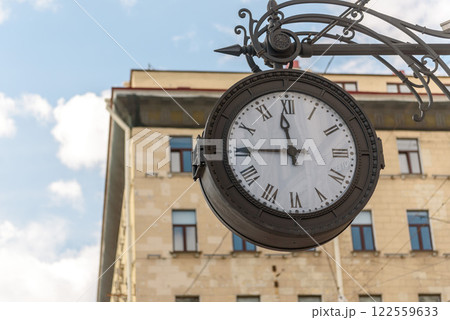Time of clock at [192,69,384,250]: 11:44
